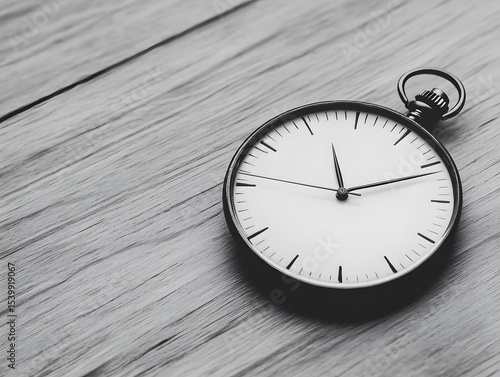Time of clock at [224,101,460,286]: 11:11
